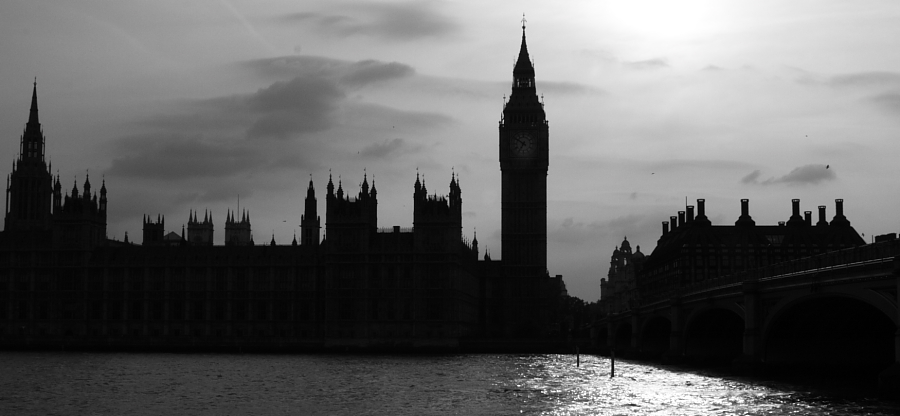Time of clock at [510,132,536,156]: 6:50
